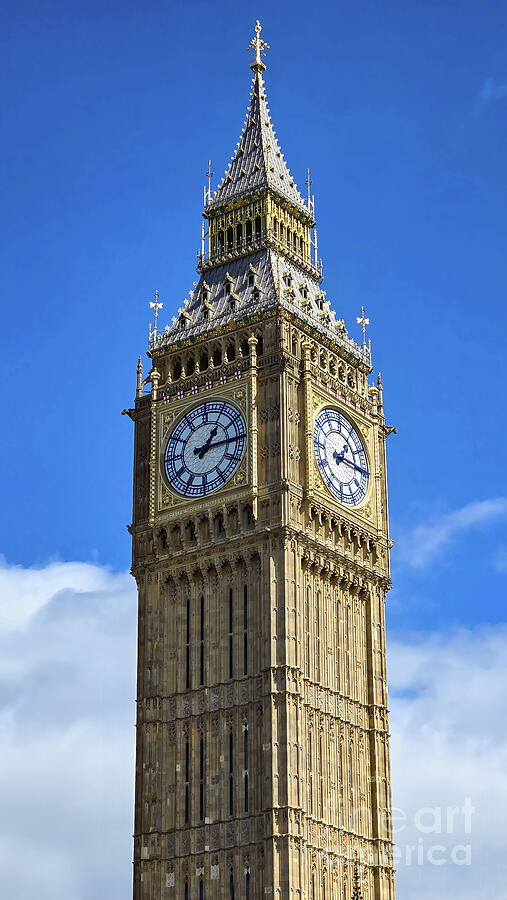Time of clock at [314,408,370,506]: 1:15
